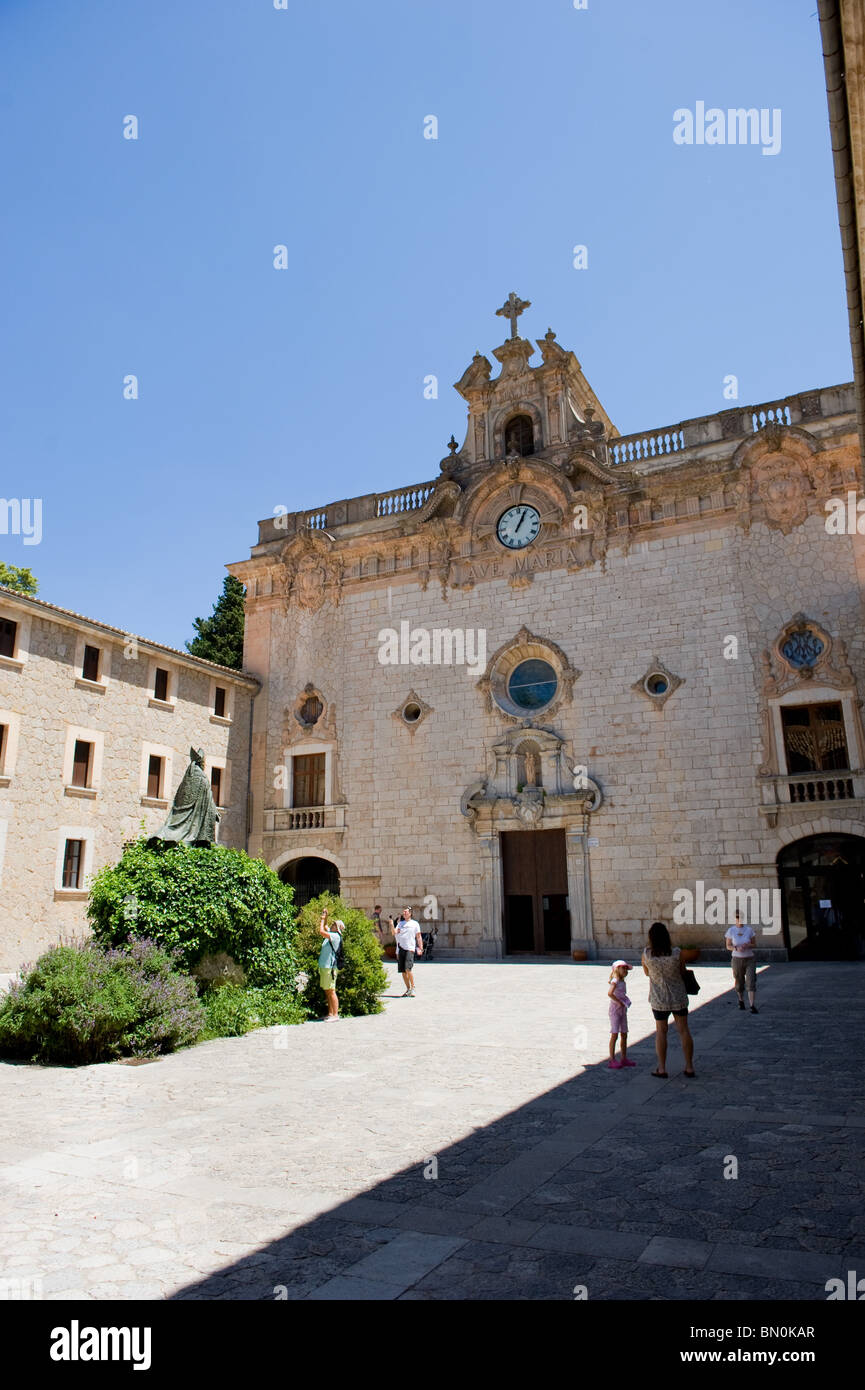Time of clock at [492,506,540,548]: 1:04
